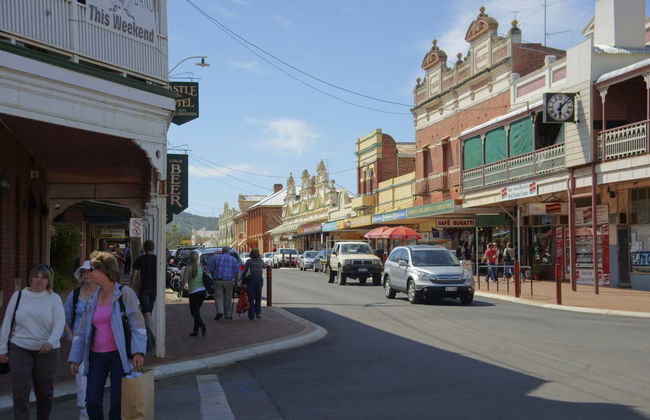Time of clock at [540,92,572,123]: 6:07
